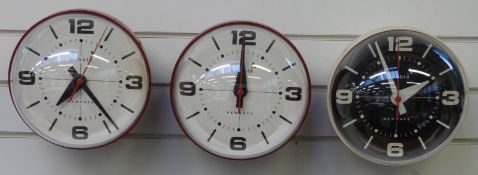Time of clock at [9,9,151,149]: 7:23
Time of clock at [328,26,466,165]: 1:56
